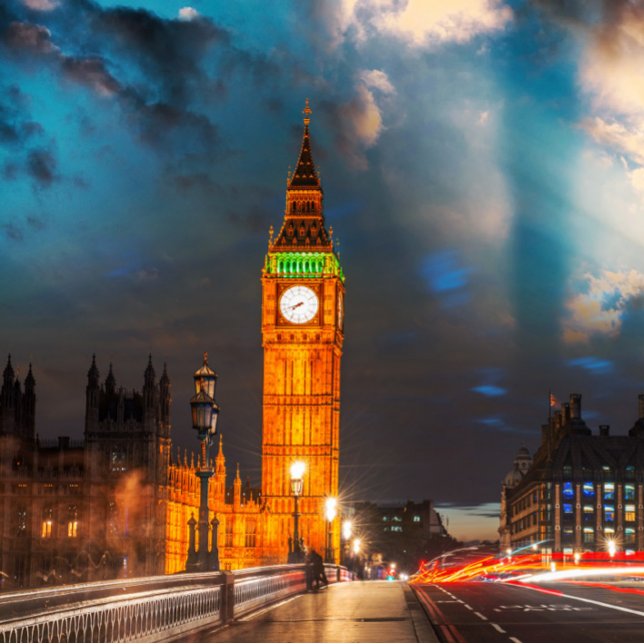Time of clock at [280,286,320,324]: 7:41
